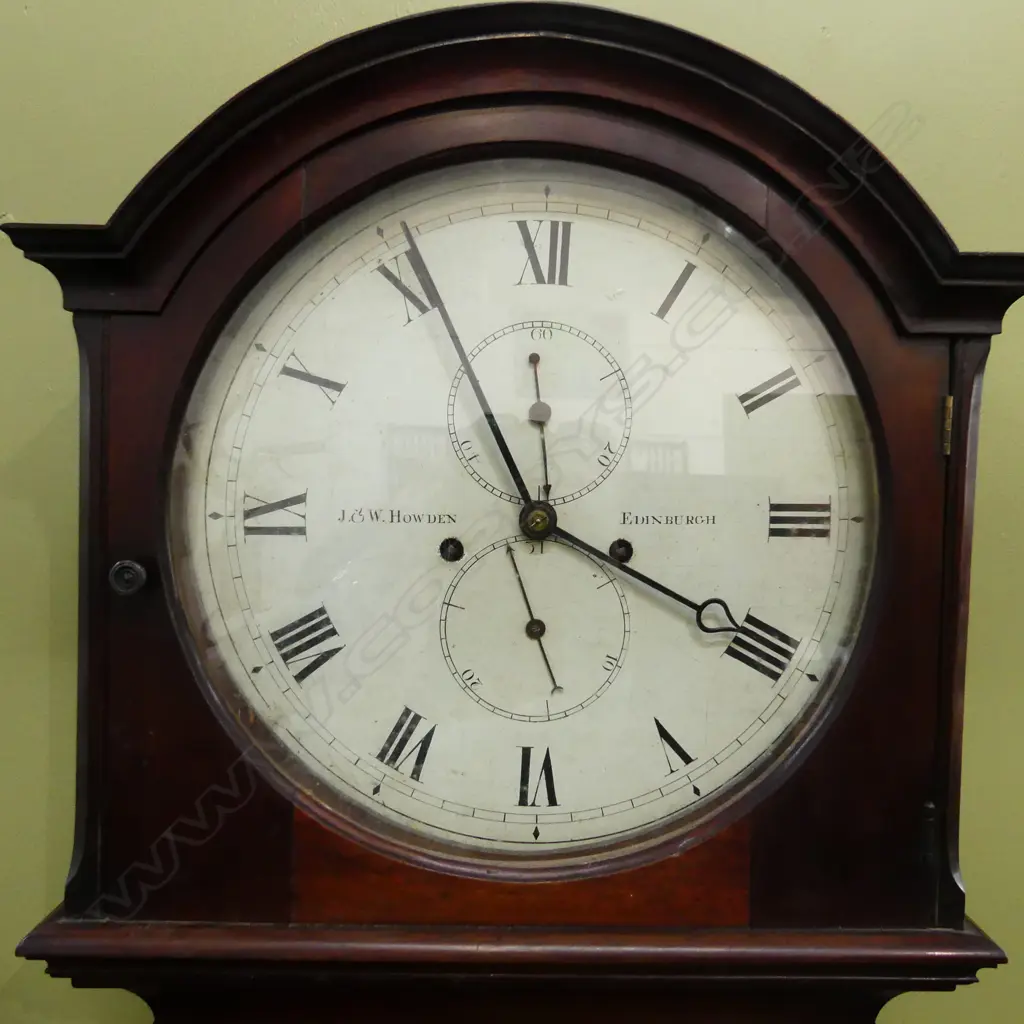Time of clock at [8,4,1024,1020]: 3:55
